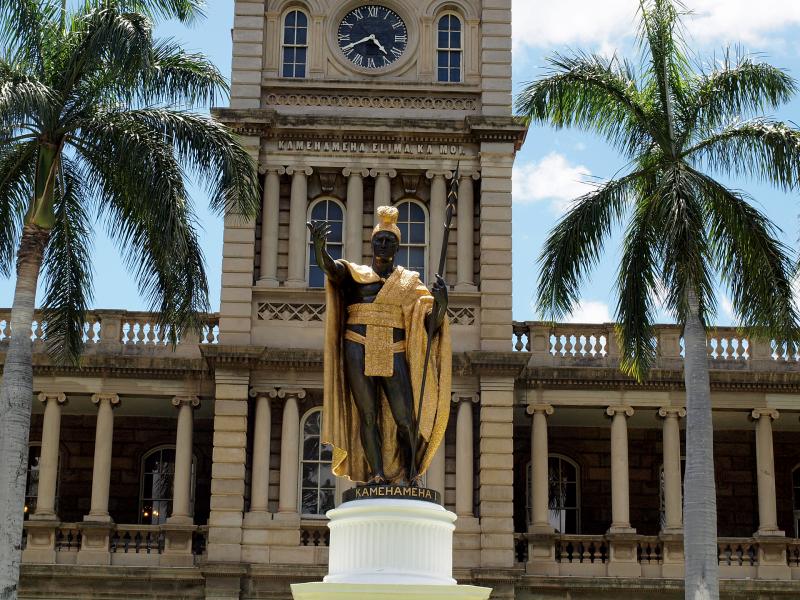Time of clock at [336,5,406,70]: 4:40
